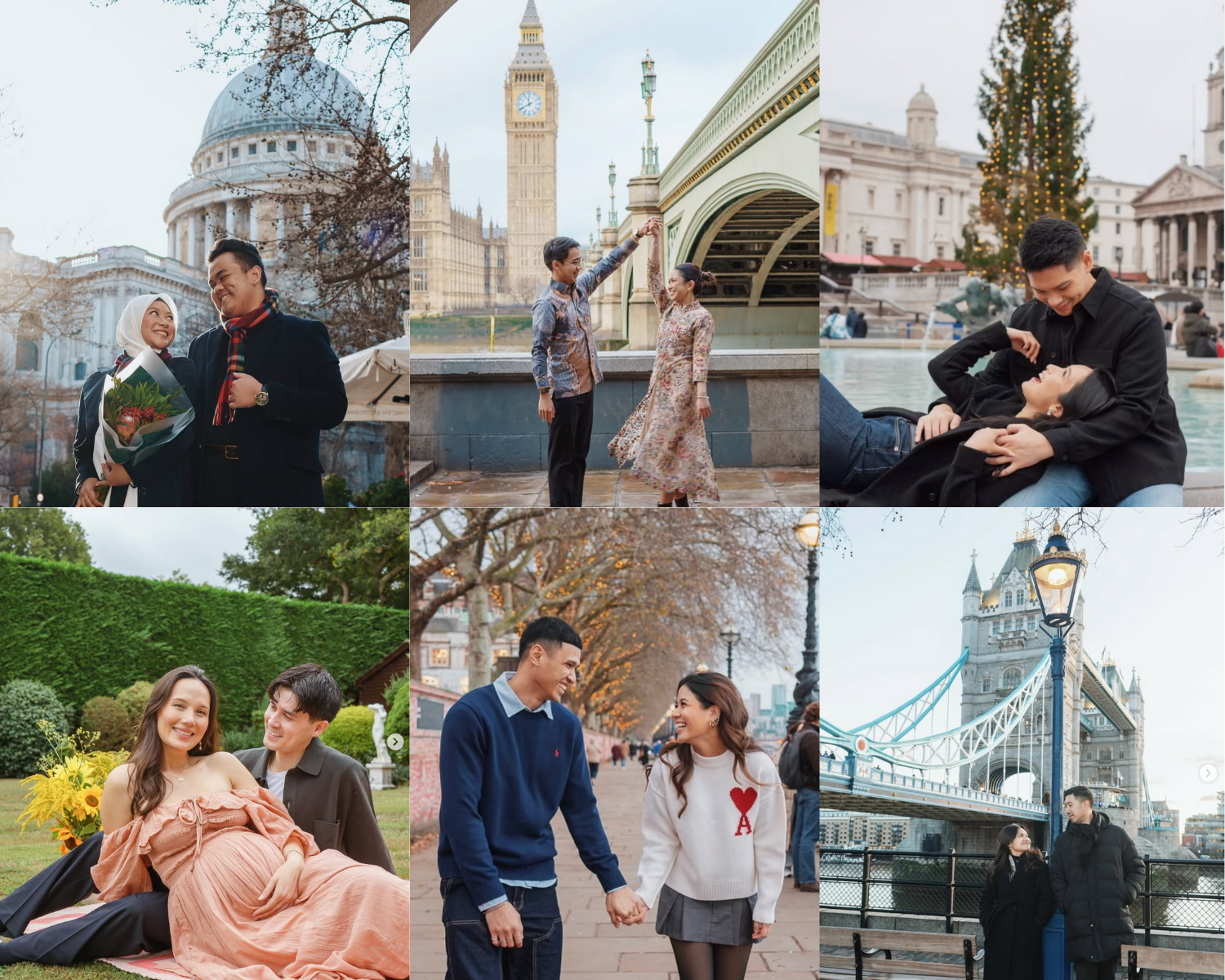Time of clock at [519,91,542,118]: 11:40
